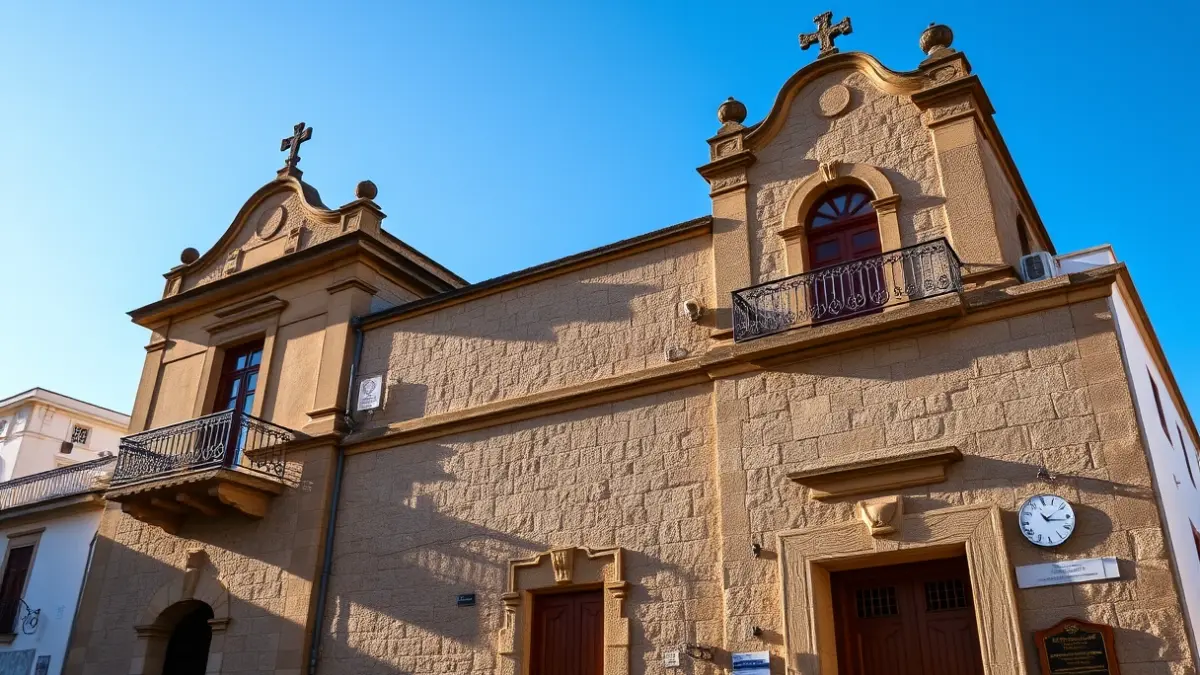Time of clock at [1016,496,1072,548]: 11:16
